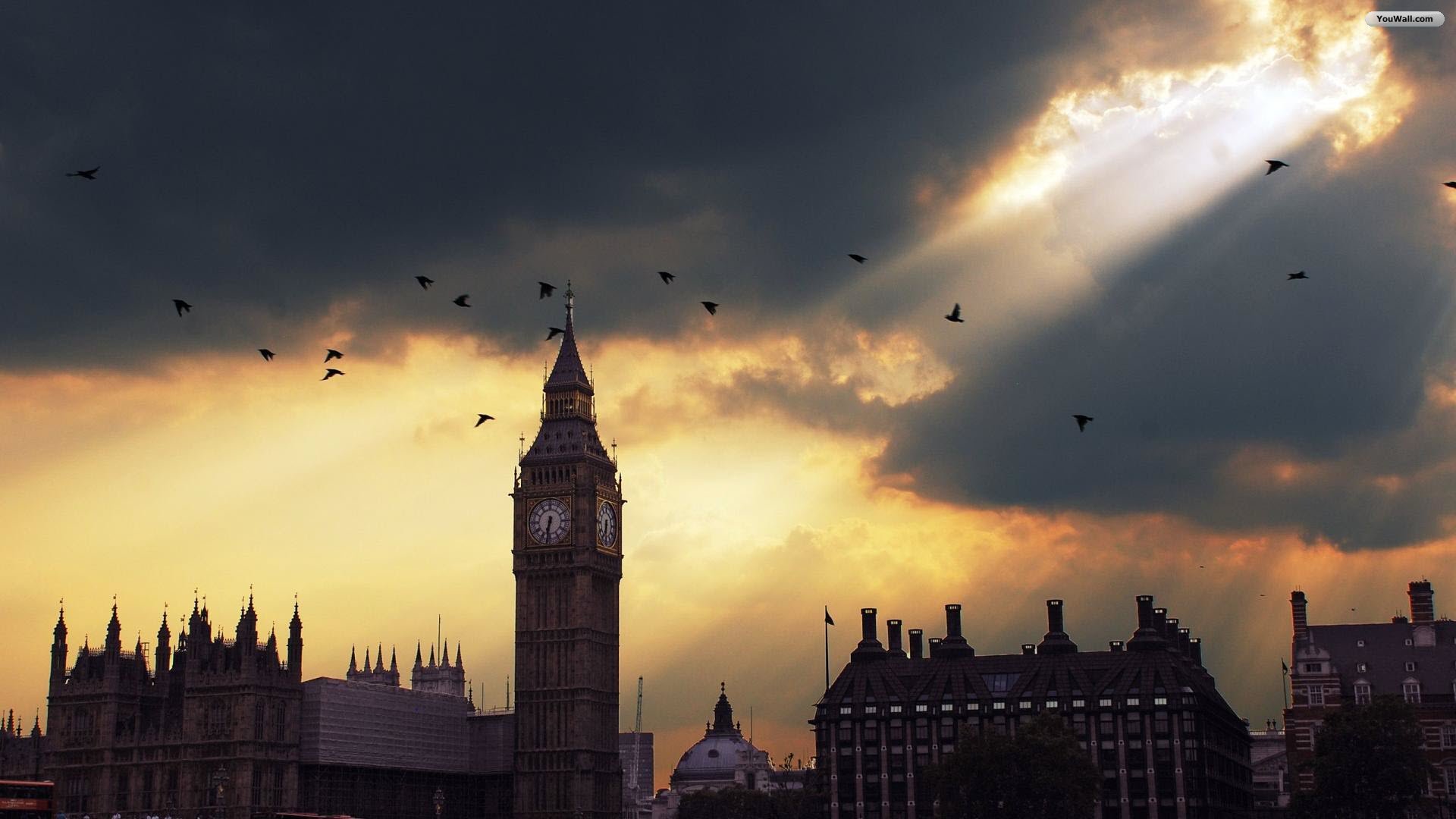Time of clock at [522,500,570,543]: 6:32
